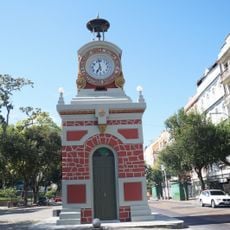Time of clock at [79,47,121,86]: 6:58
